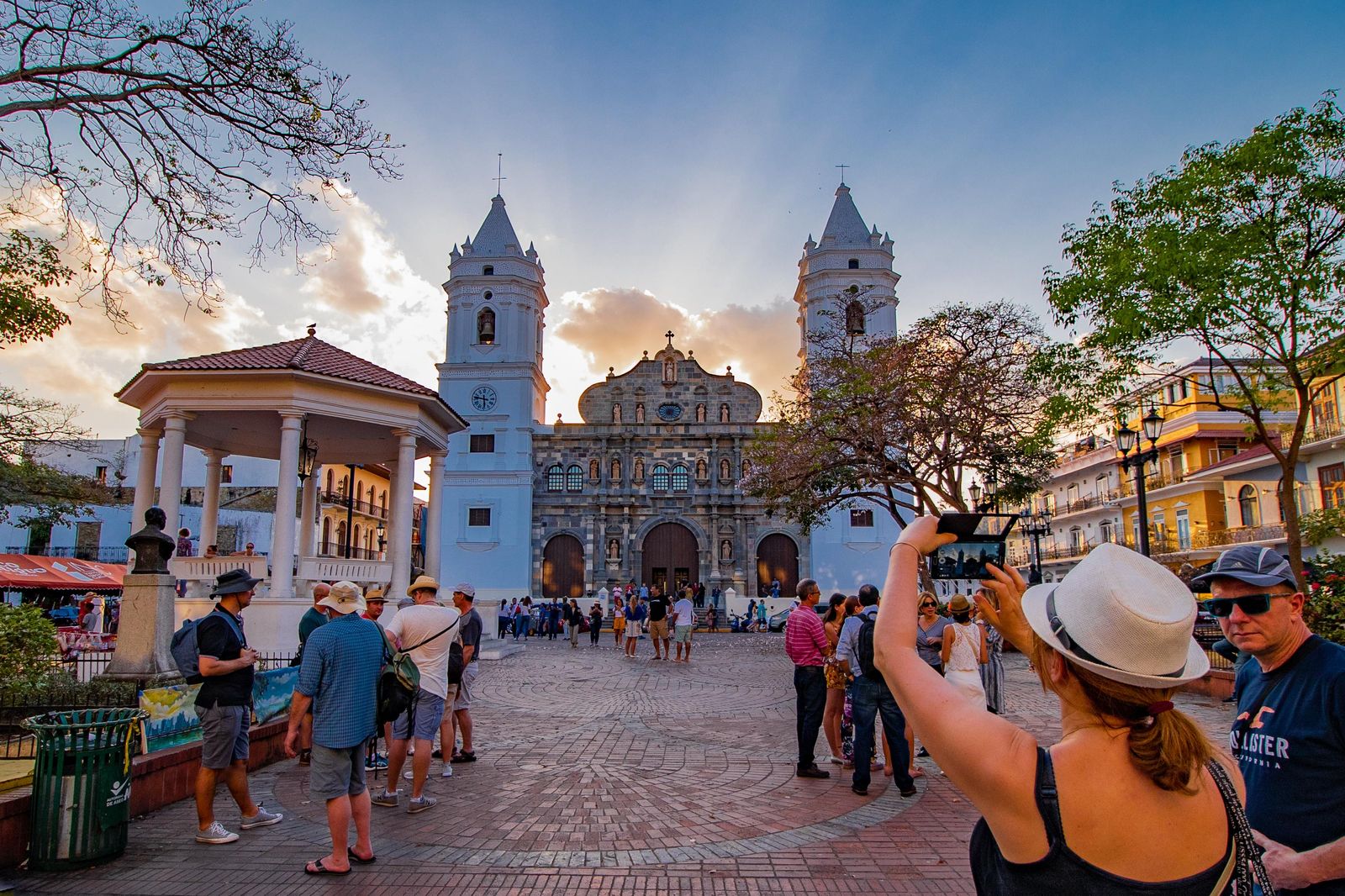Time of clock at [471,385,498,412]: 5:46
